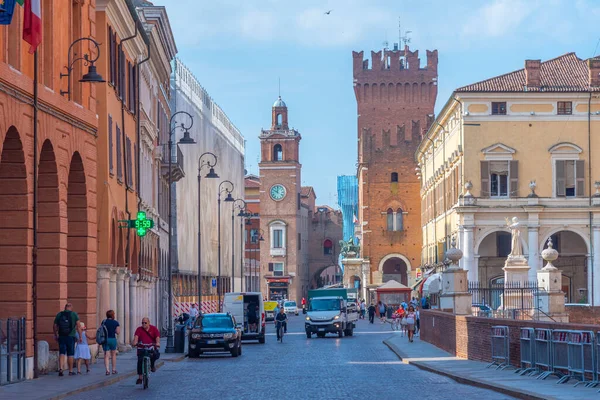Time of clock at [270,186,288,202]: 10:00
